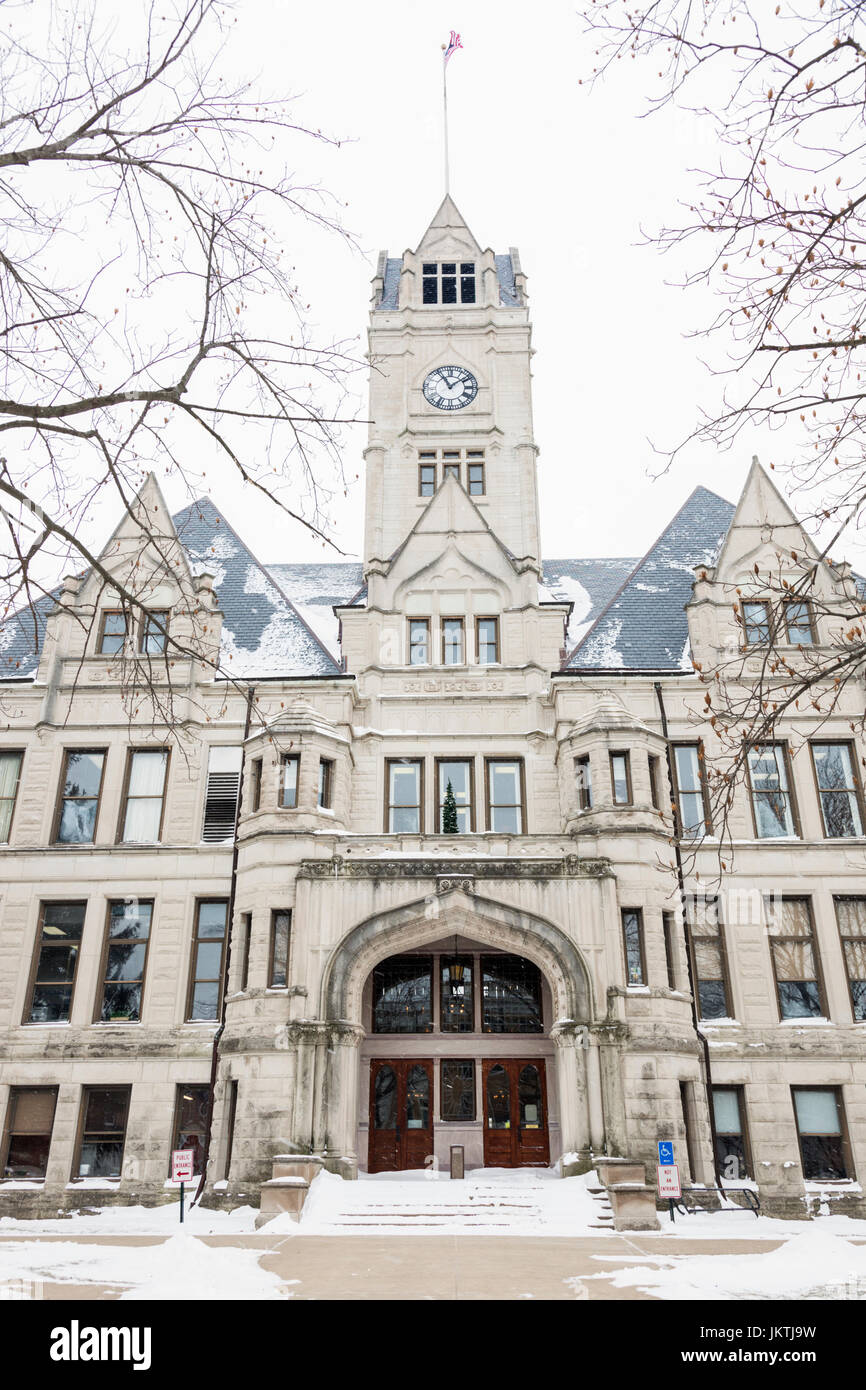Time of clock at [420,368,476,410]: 11:08
